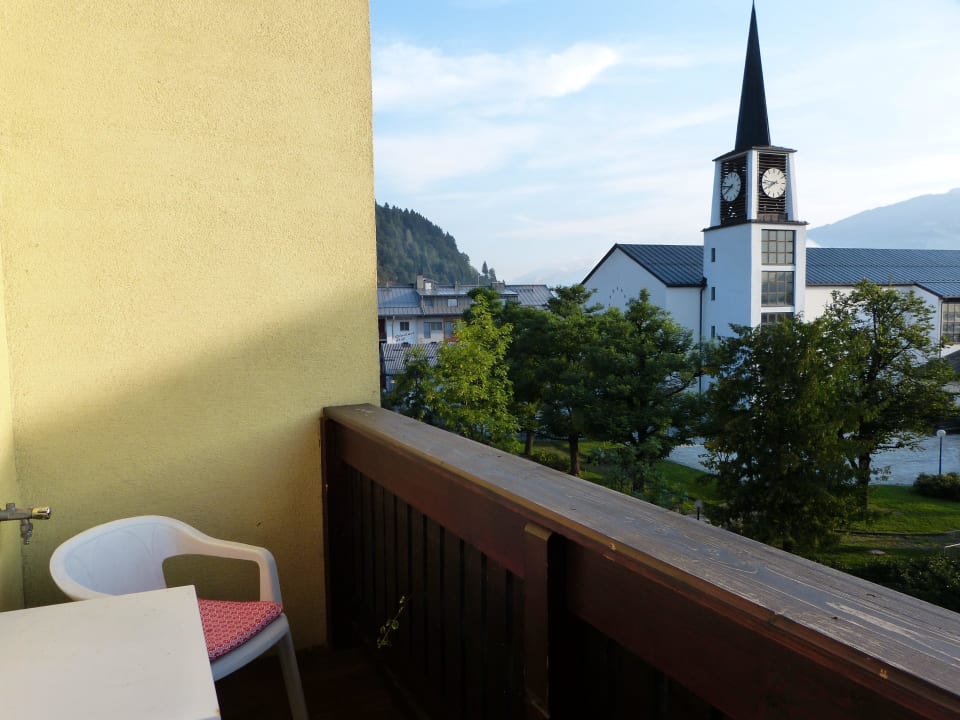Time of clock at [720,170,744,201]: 7:46
